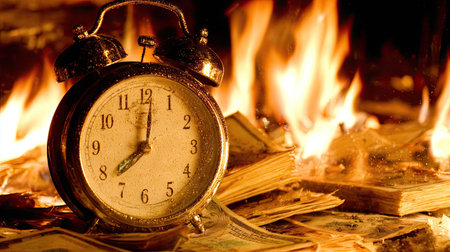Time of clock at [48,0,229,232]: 8:01
